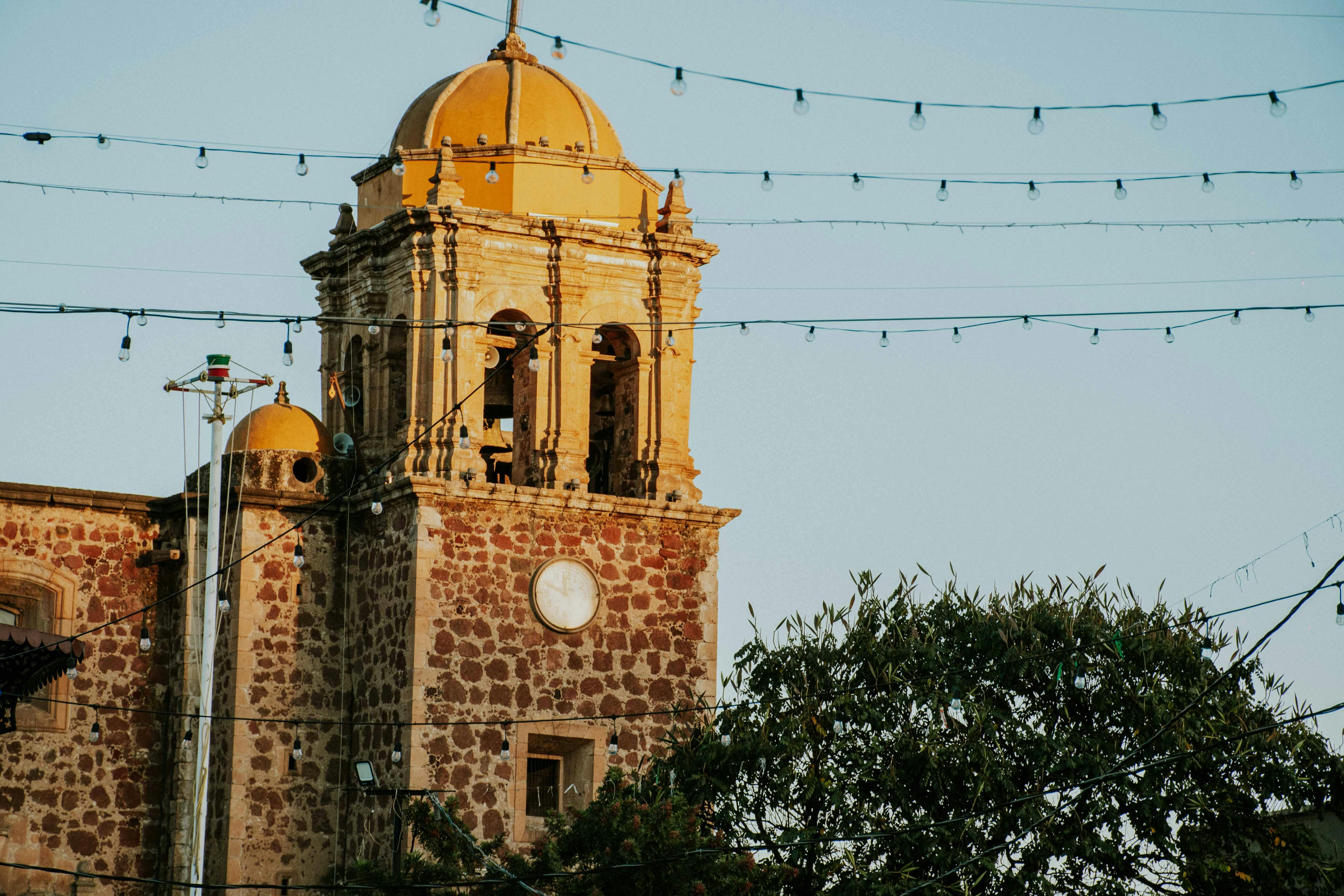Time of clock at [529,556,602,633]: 11:48
